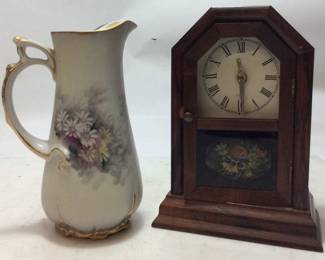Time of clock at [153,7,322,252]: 11:29
